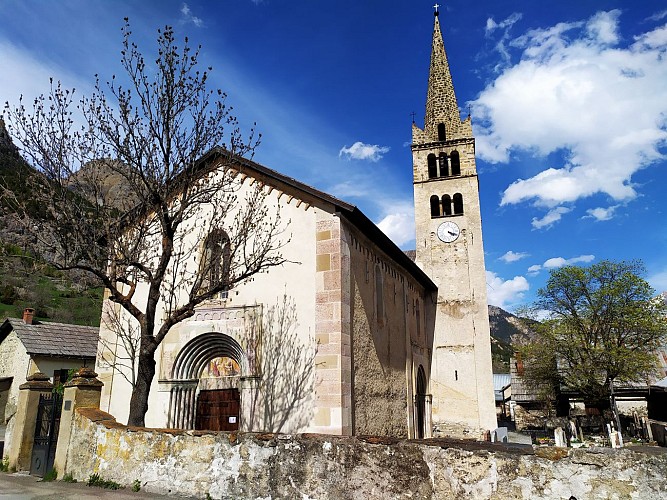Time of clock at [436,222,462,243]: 4:18
